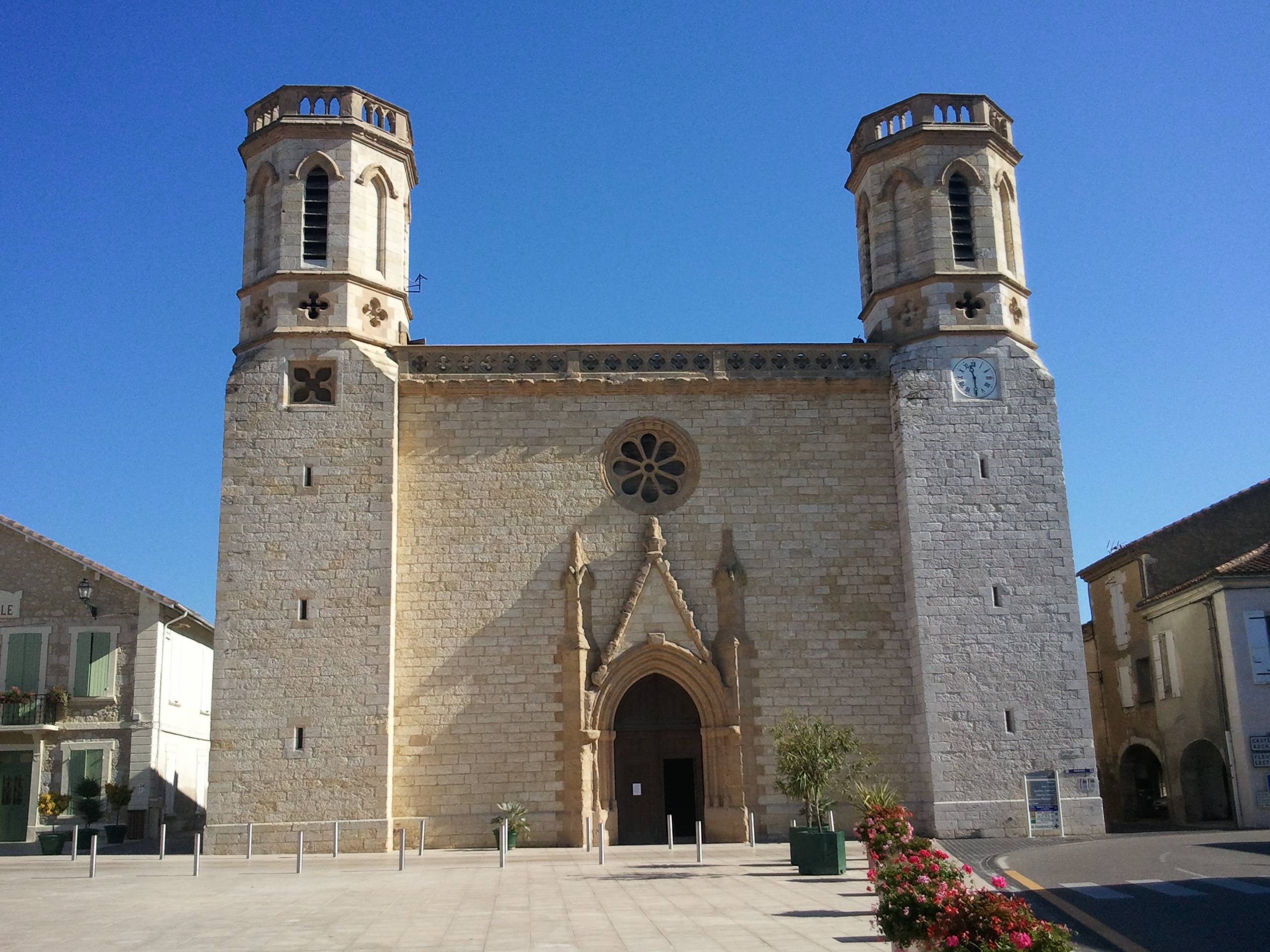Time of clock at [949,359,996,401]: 11:29
